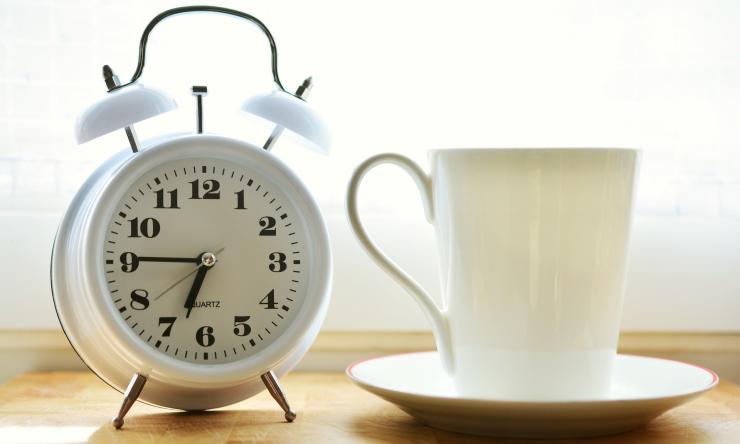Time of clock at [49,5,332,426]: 6:45
